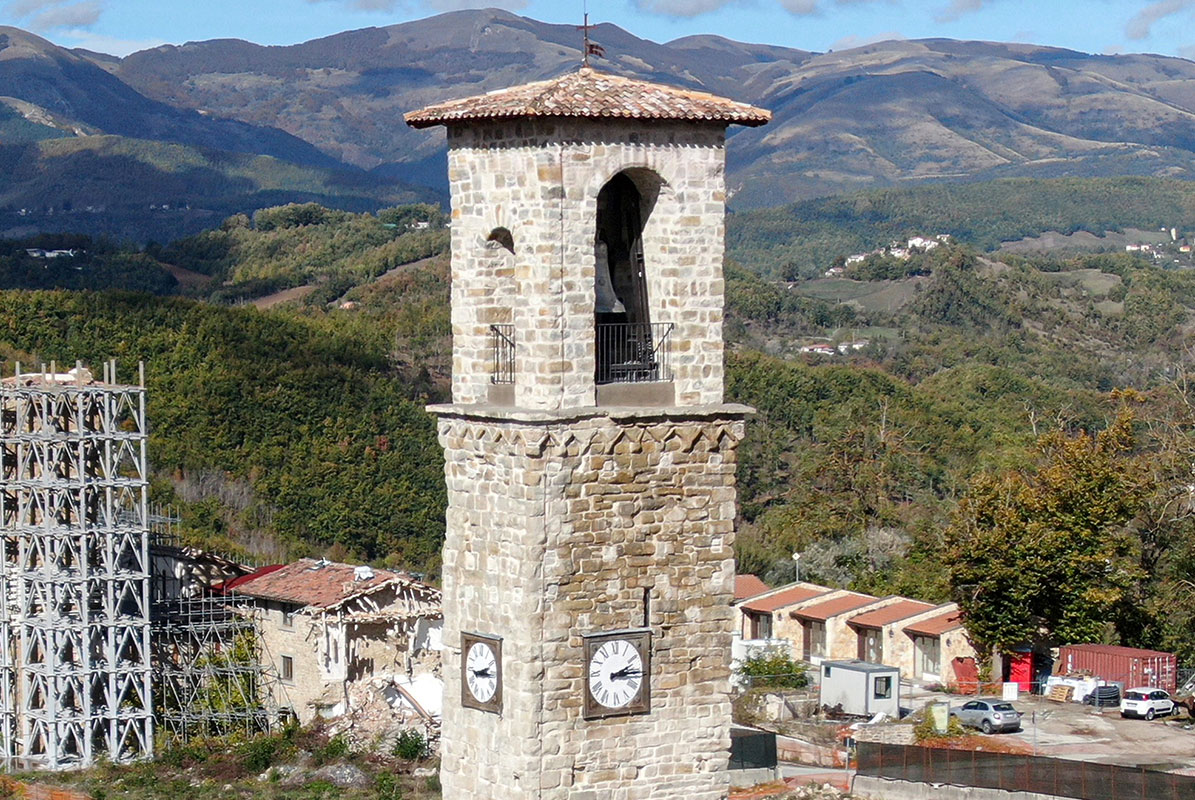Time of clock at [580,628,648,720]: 2:14
